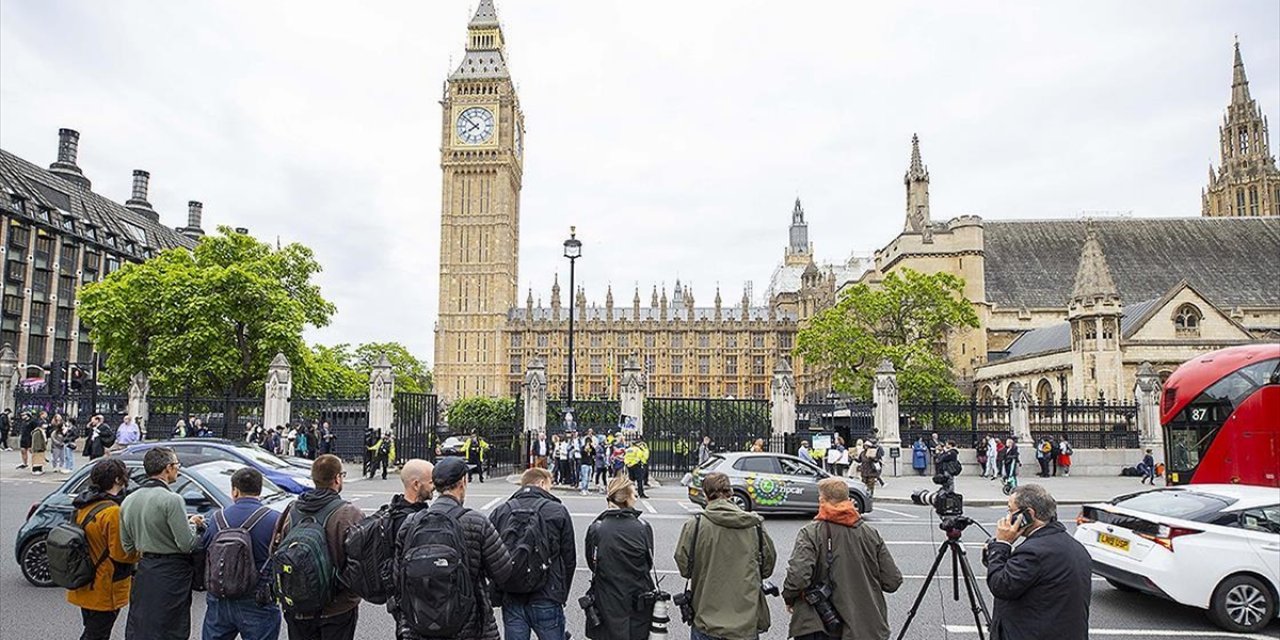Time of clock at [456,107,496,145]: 7:51
